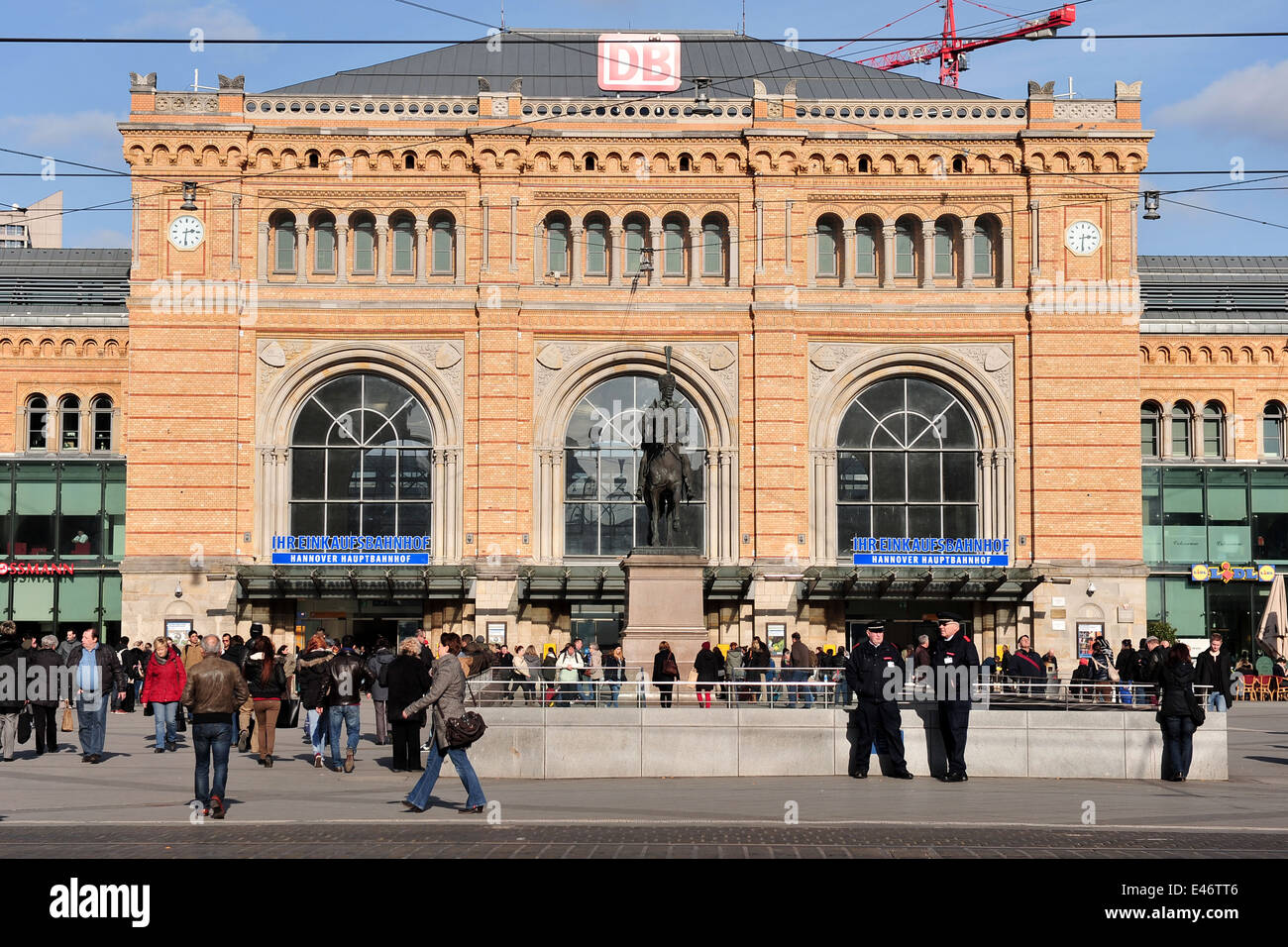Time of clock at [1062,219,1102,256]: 2:30
